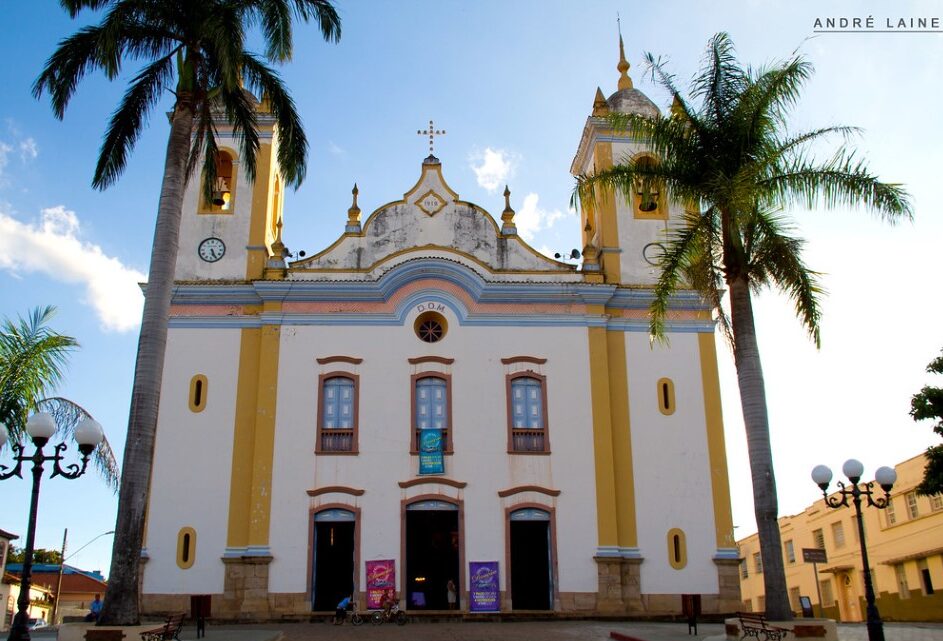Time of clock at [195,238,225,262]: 5:25
